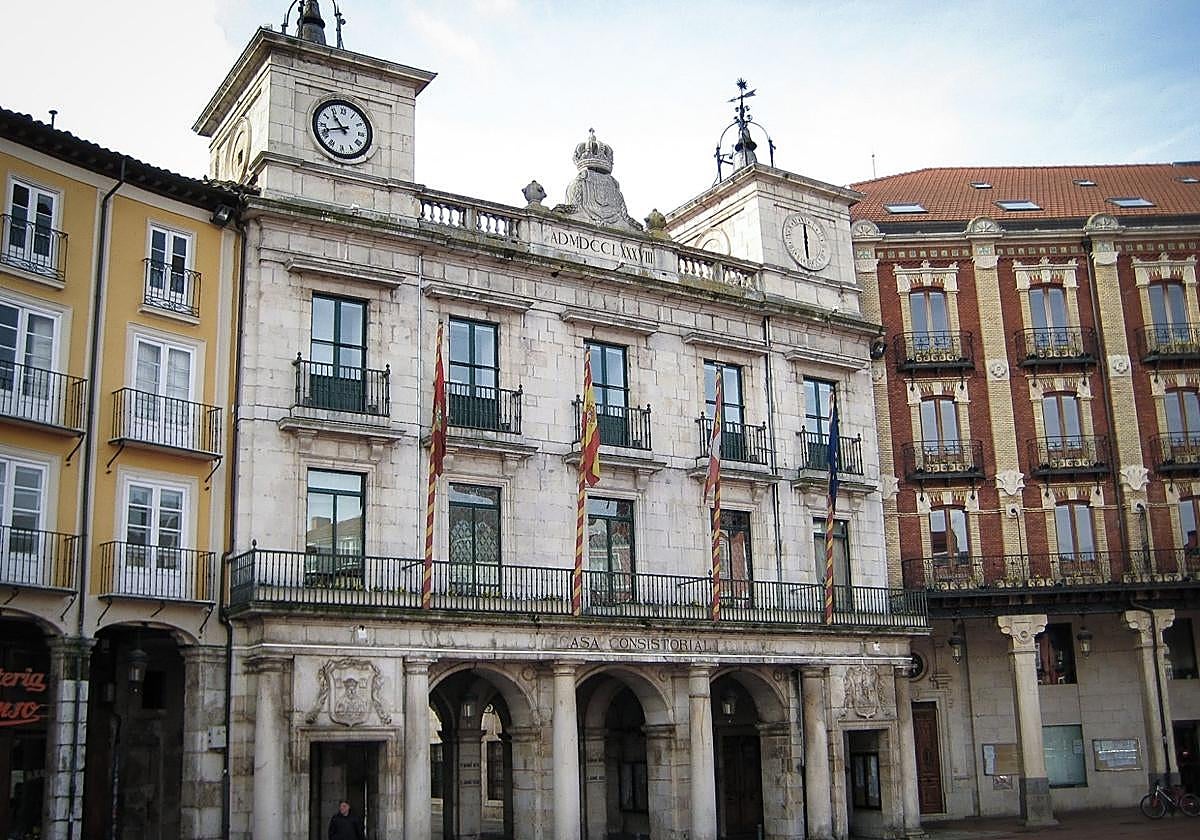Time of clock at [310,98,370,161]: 10:42
